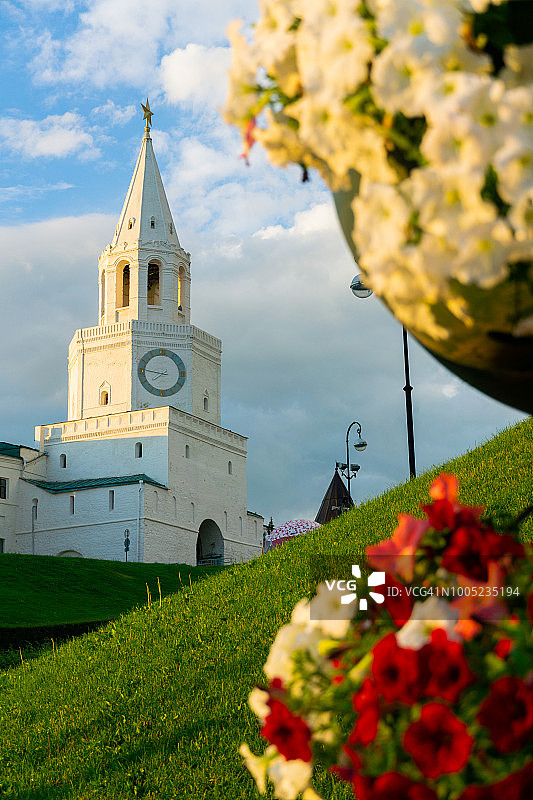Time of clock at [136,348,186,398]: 7:46
